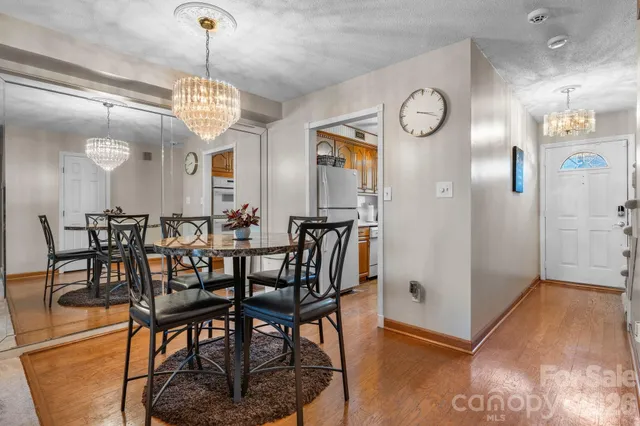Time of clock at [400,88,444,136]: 3:18
